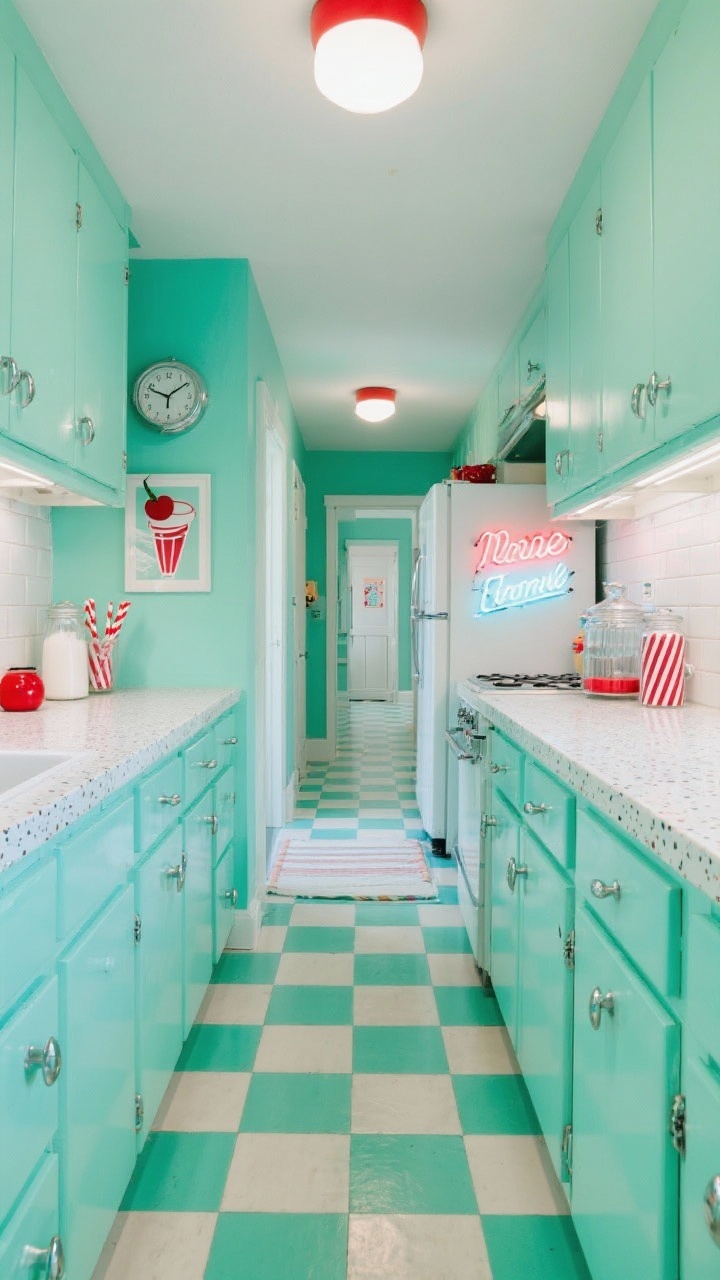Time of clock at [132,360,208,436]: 1:48
